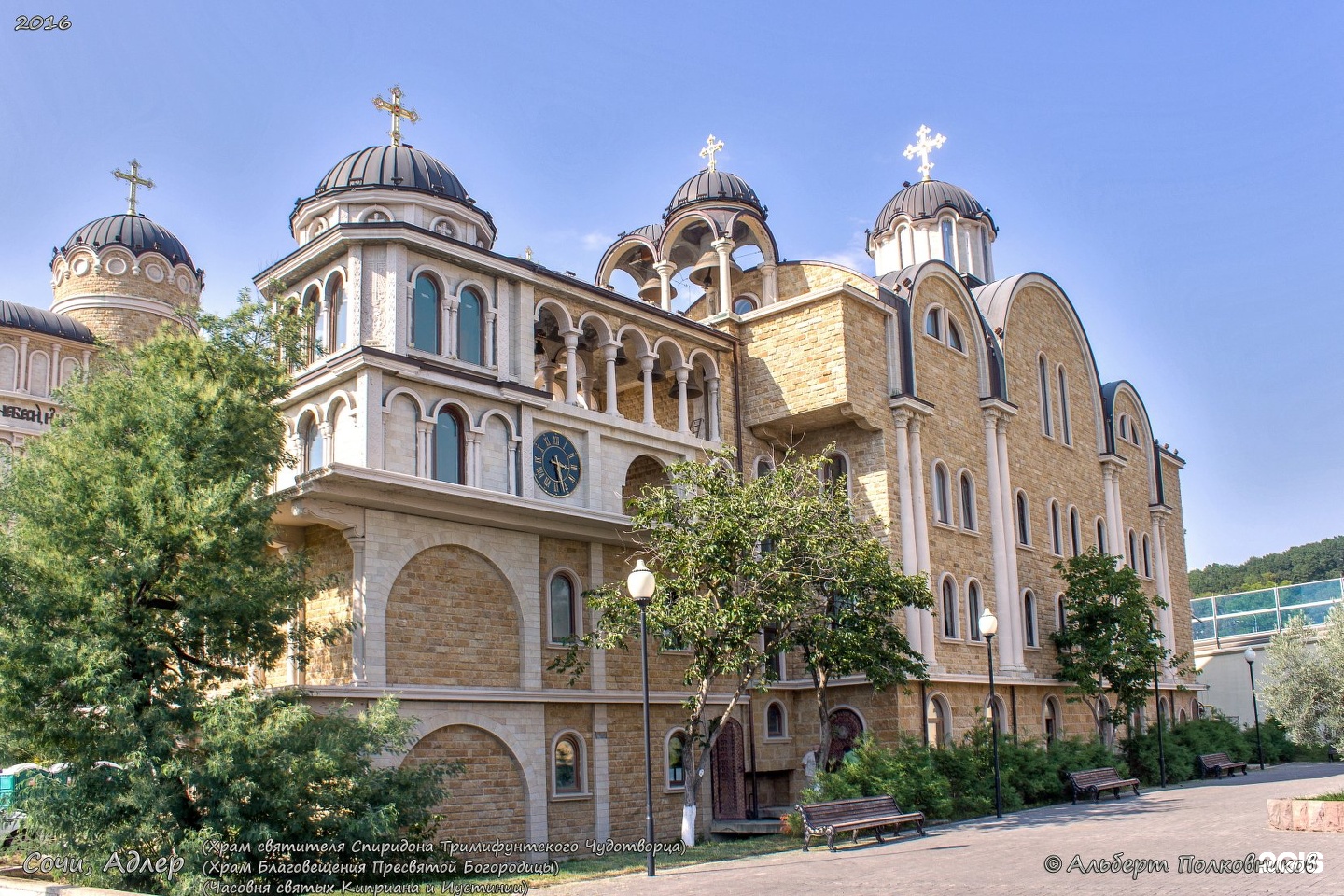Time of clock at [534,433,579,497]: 3:28
